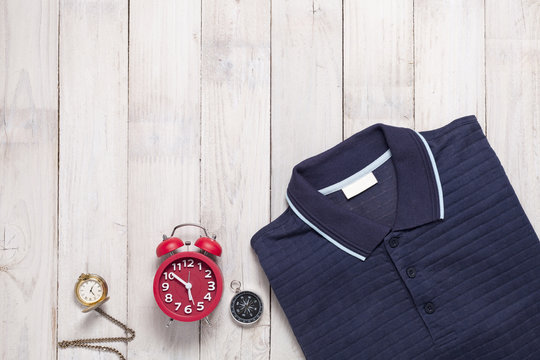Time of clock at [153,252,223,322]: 5:51
